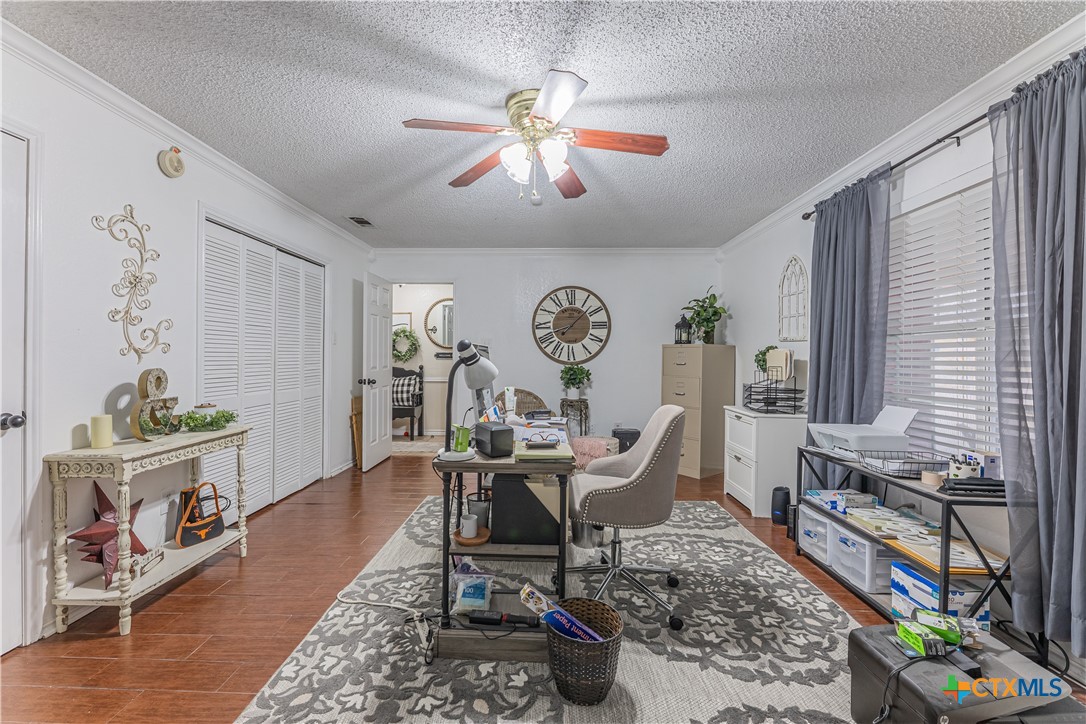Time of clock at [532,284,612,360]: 8:07
